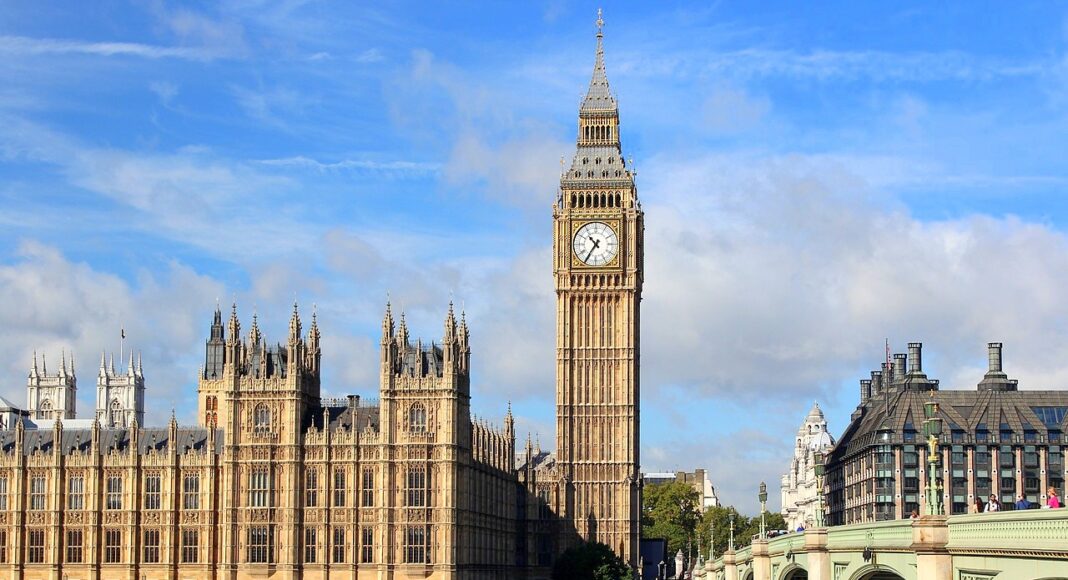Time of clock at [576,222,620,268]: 10:35
